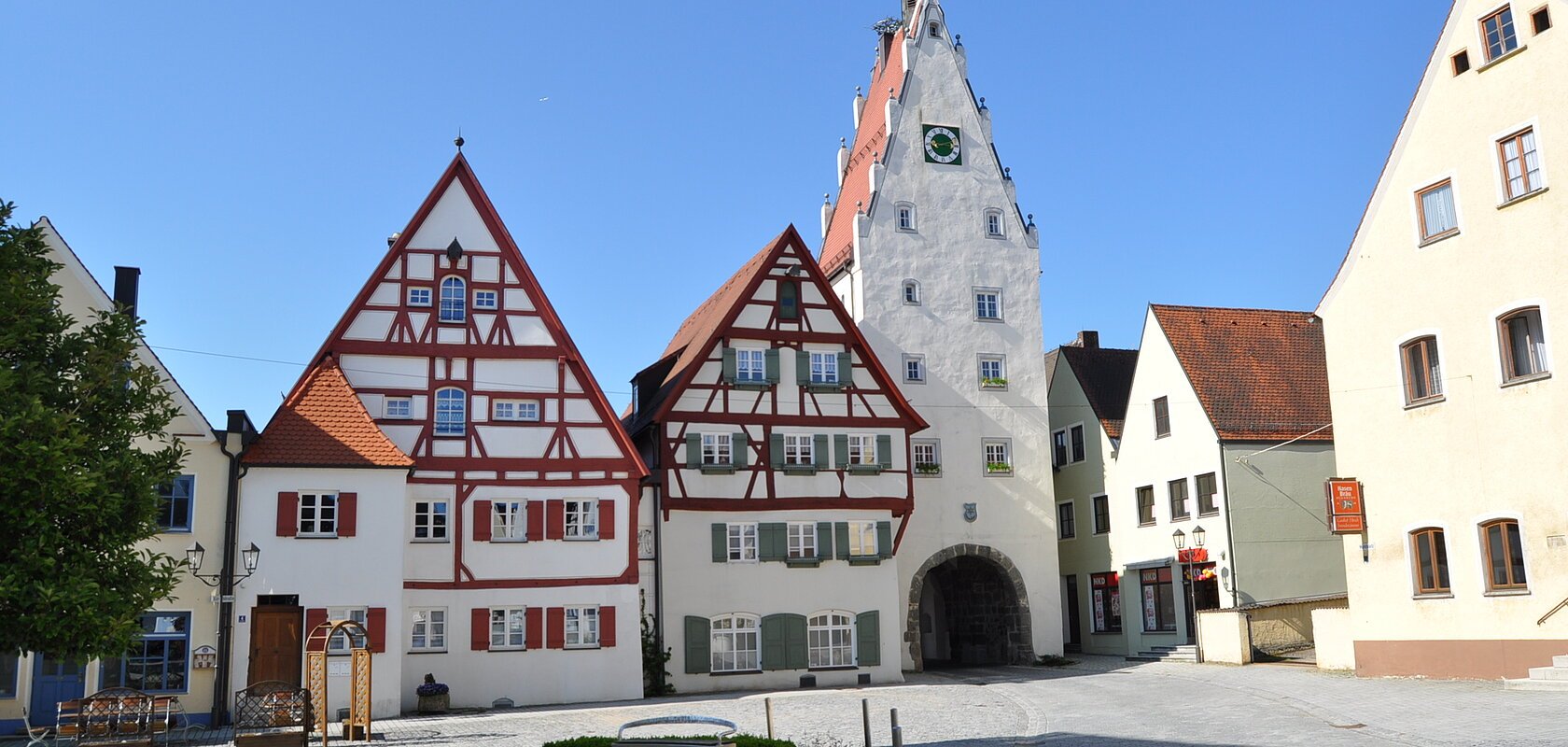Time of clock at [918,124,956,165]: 9:12
